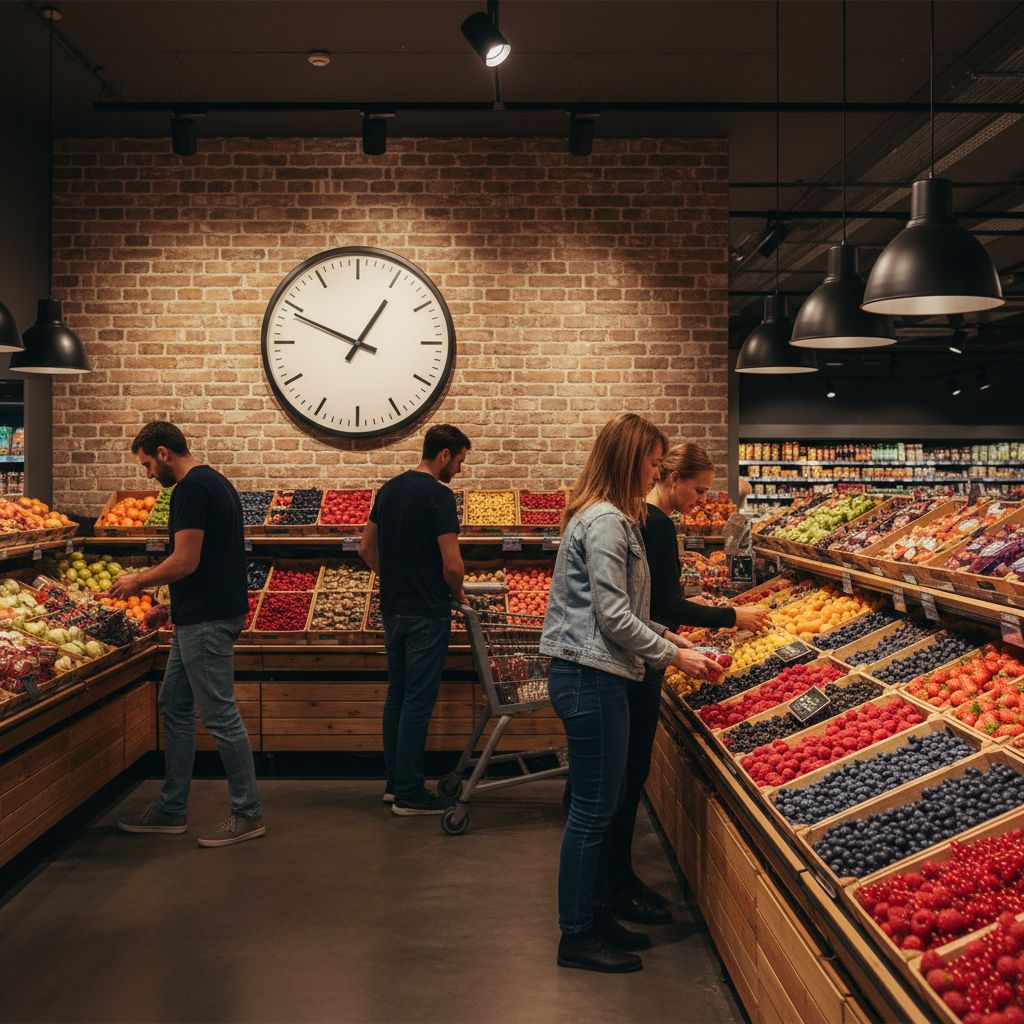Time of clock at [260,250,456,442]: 12:49
